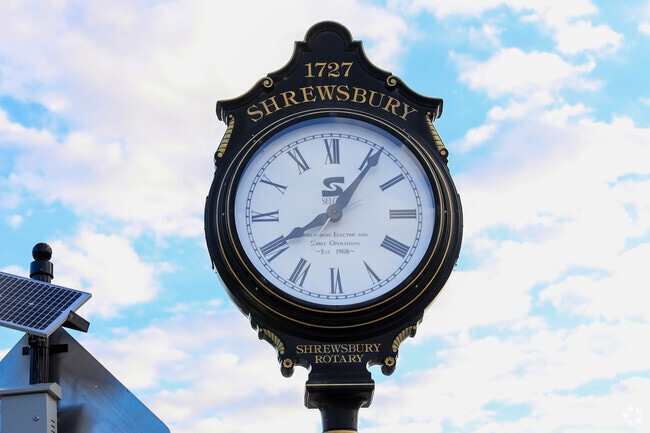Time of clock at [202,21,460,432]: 8:06
